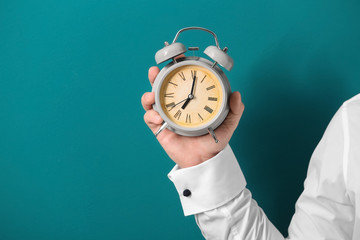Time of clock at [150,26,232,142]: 7:01
